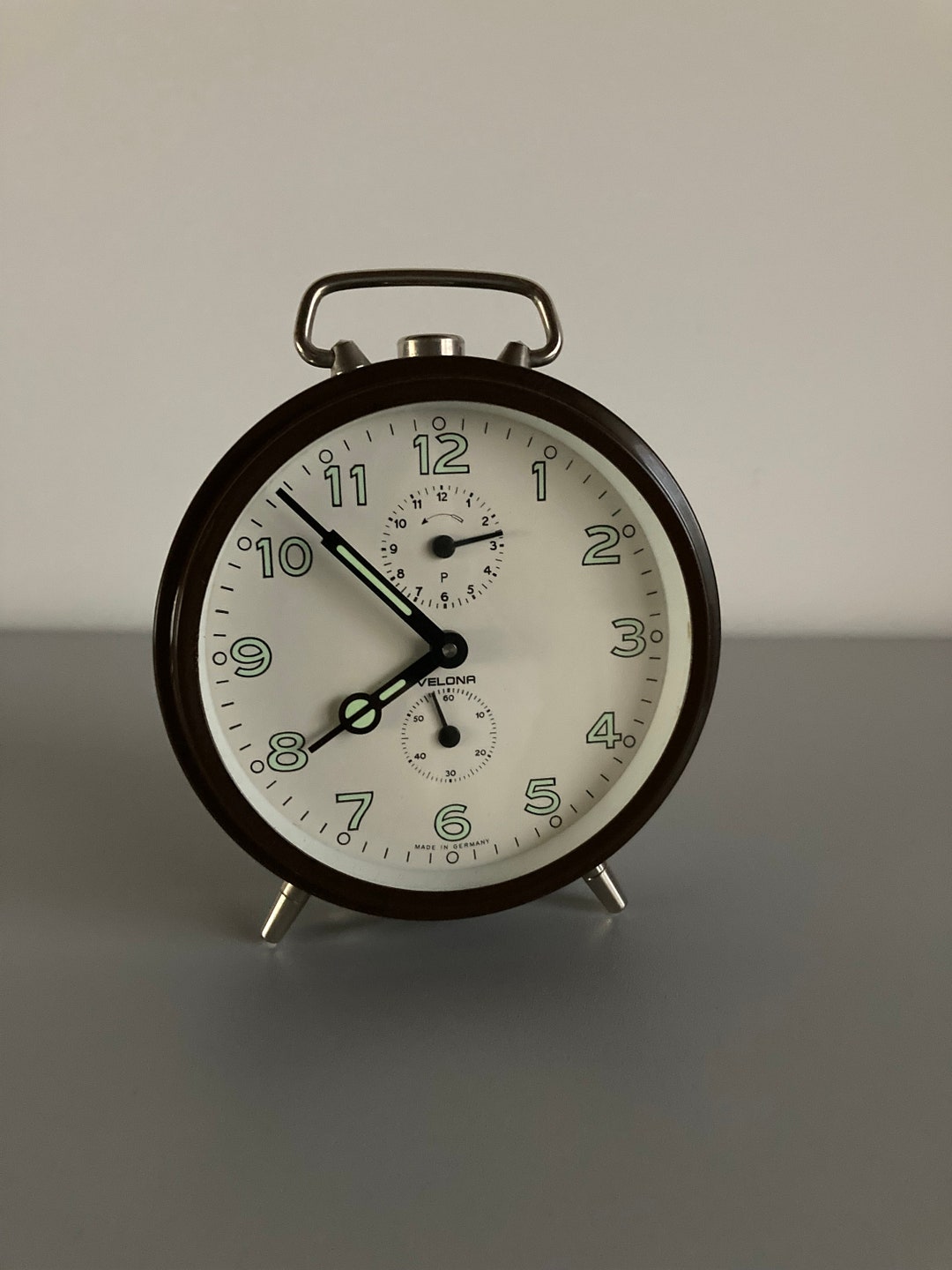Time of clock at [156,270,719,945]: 7:52
